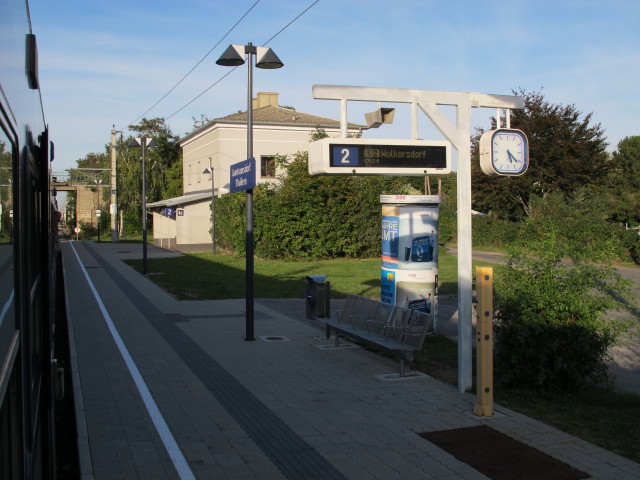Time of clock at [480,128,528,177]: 5:21
